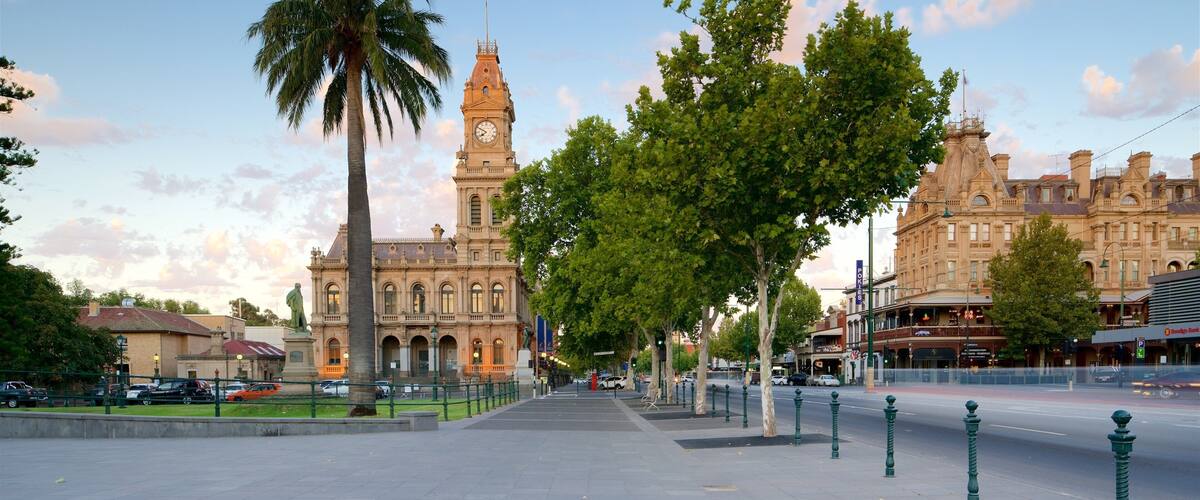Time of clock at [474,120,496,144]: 7:49
